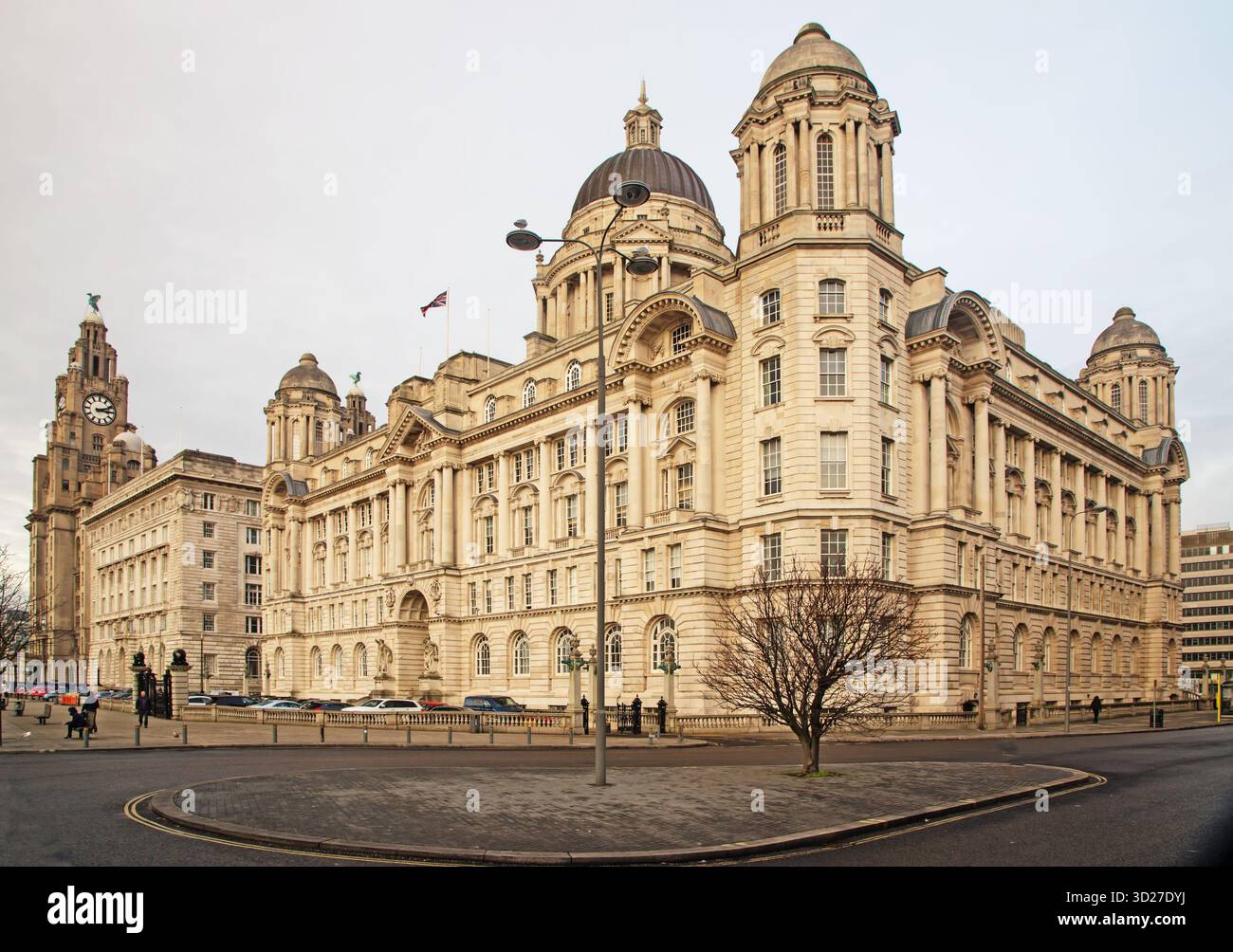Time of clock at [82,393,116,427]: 3:11
